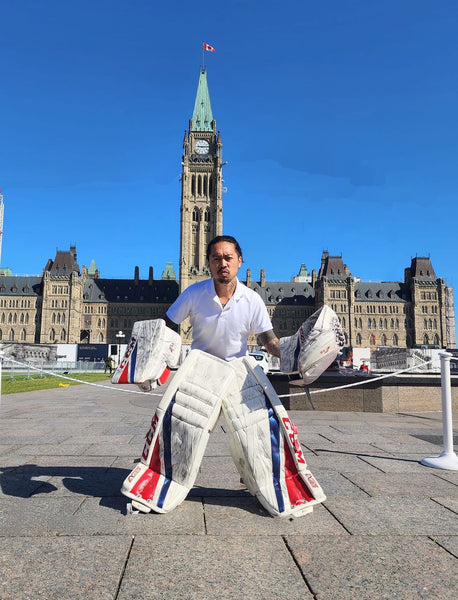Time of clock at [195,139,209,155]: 9:14
